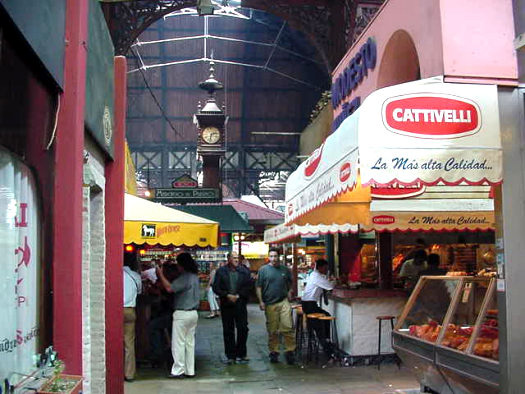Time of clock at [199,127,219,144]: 2:32
